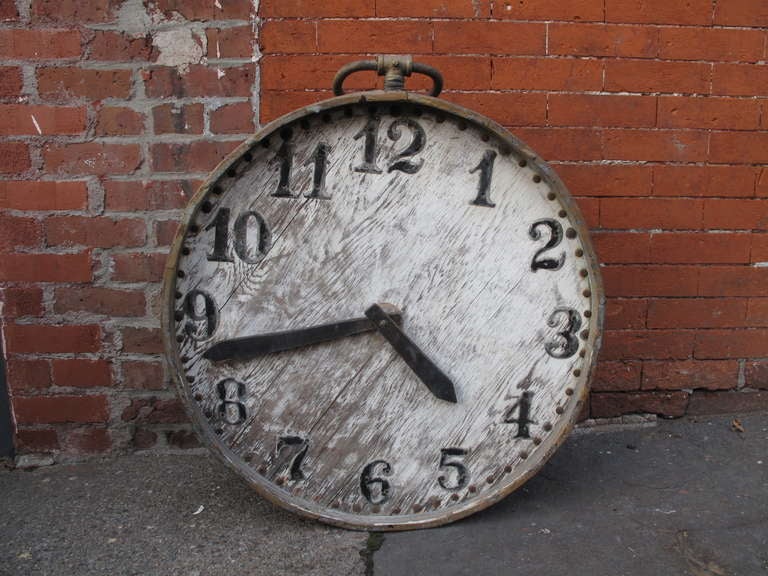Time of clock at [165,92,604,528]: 4:42
